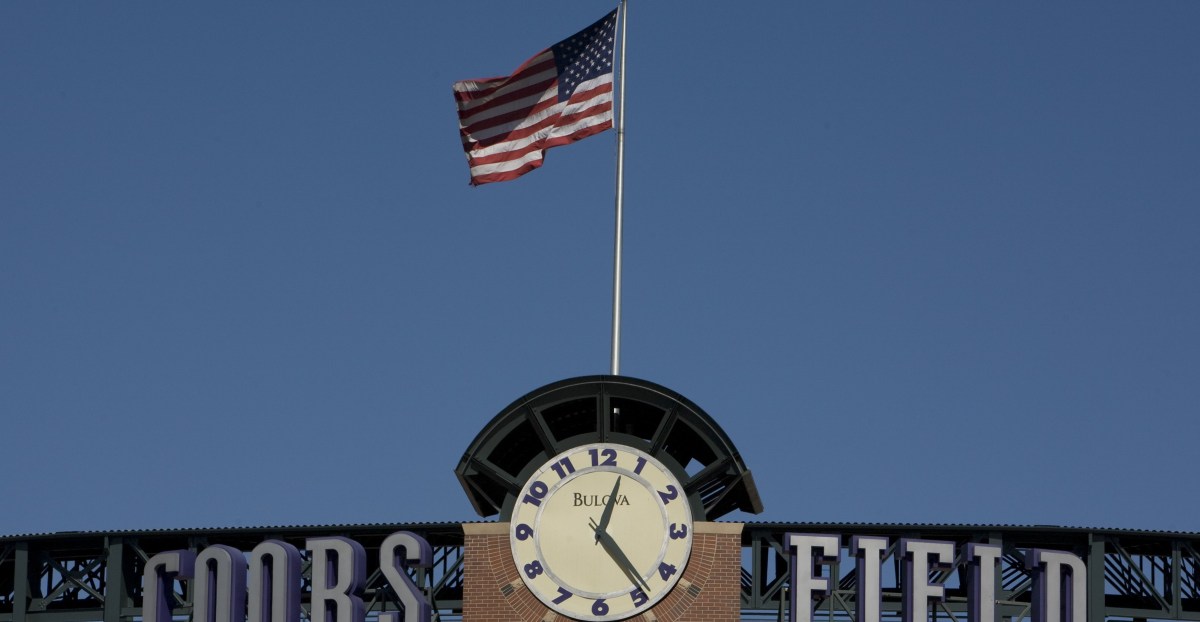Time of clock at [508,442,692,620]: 12:23
